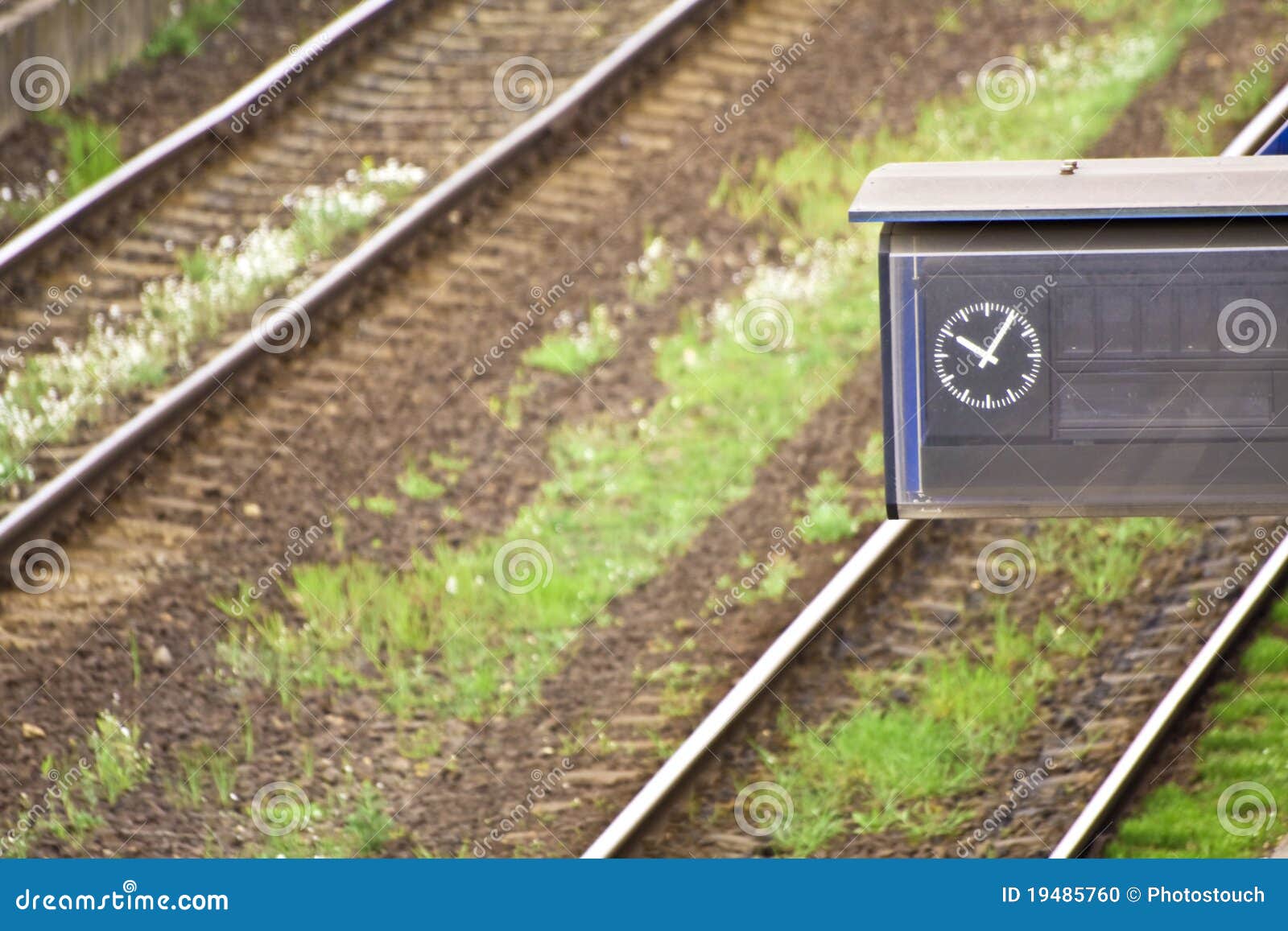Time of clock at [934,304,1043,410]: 10:05
